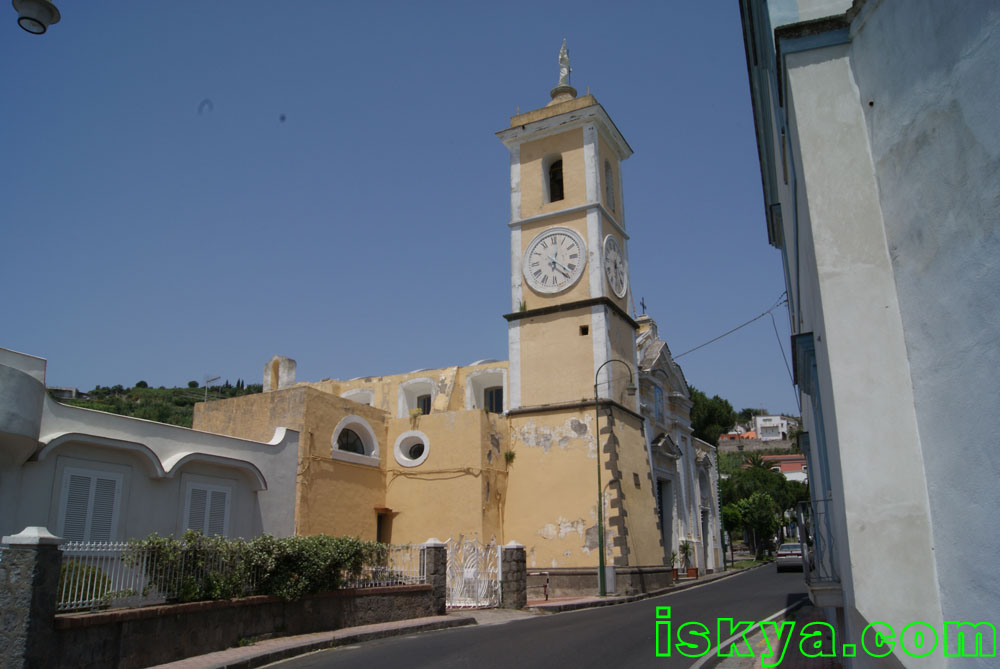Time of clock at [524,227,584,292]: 4:01
